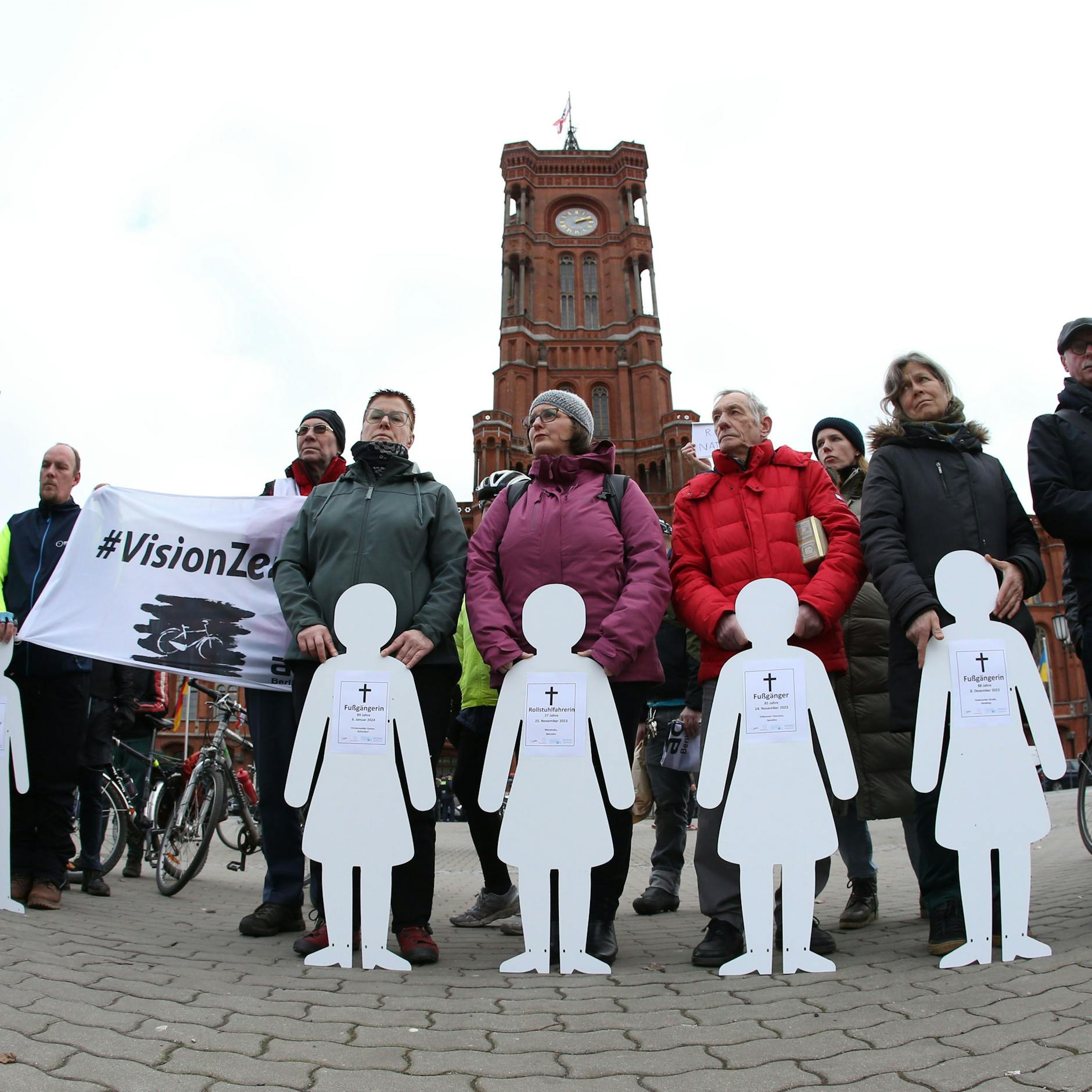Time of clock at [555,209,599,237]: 2:12
